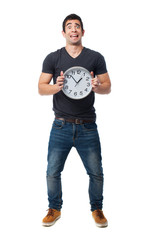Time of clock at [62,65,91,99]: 12:52
